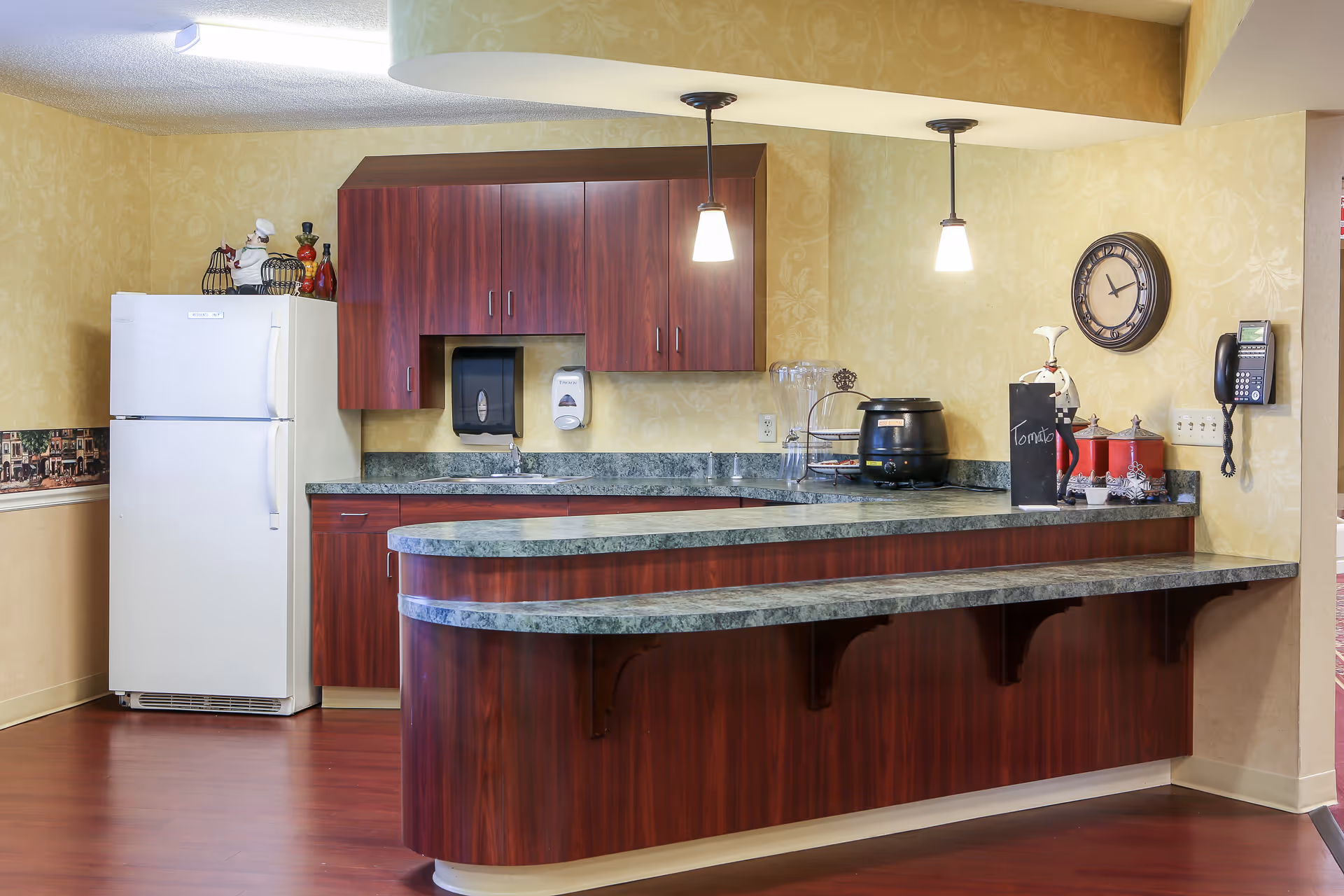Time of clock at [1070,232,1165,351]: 11:13
